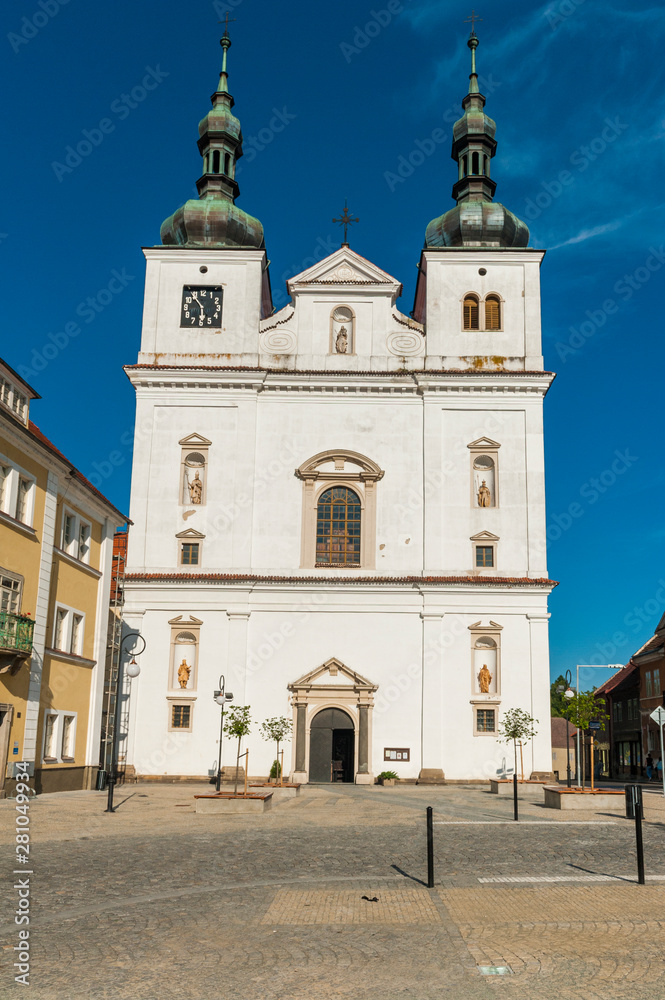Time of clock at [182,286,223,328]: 5:53
